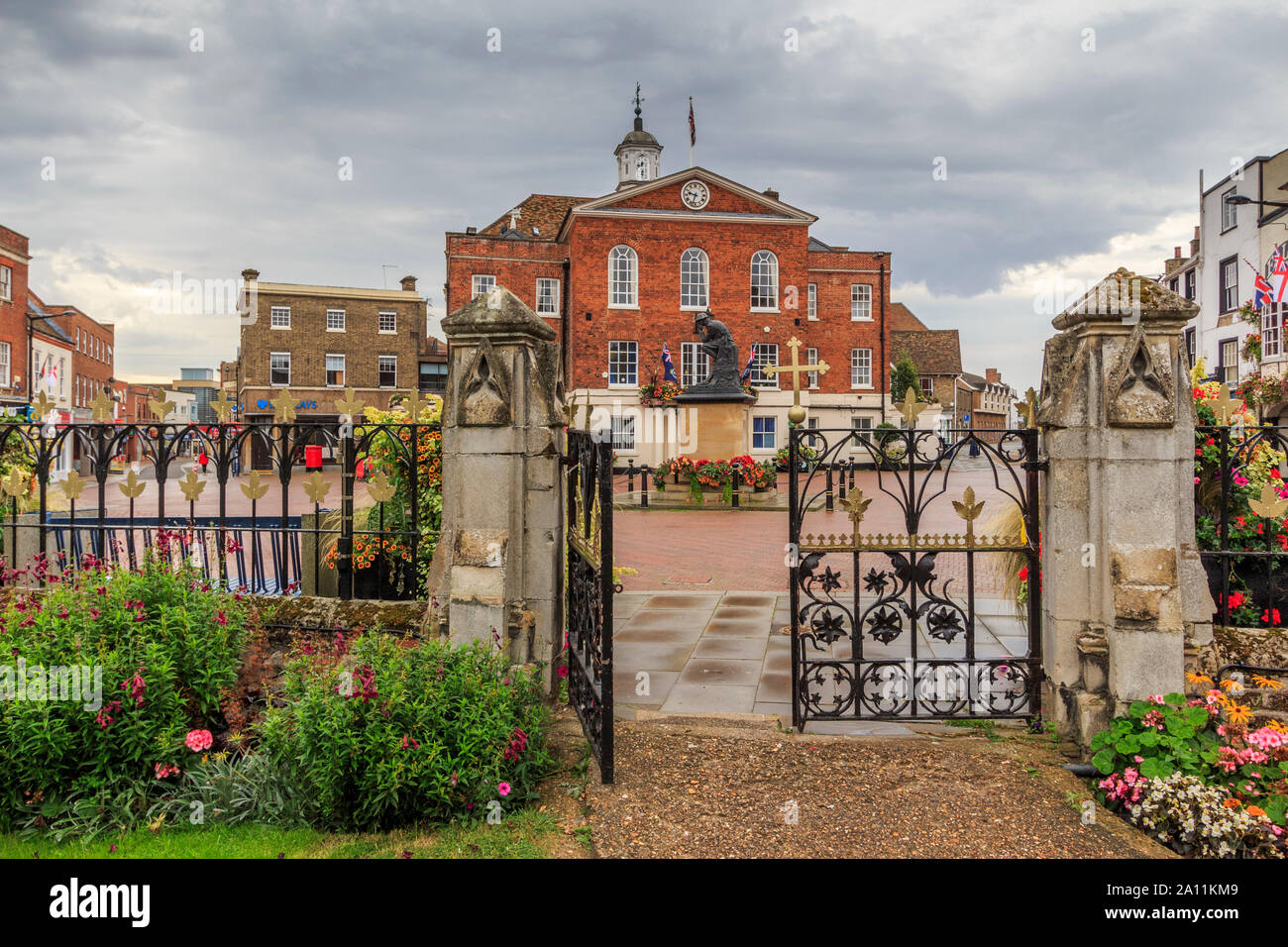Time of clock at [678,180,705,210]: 9:33
